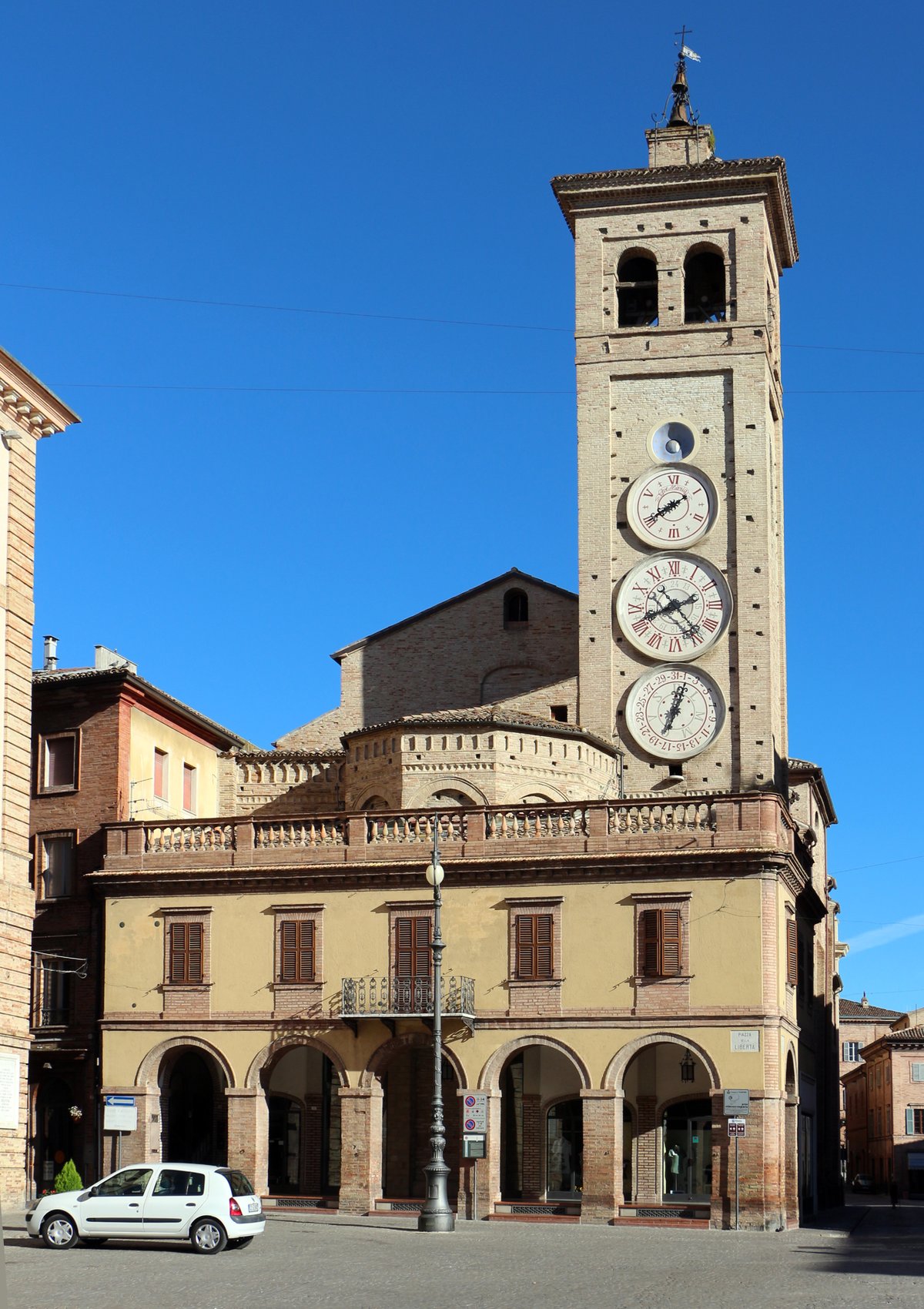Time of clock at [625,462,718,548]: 7:39
